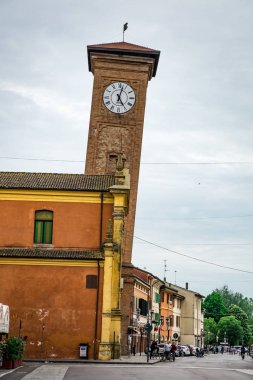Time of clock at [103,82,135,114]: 5:02
